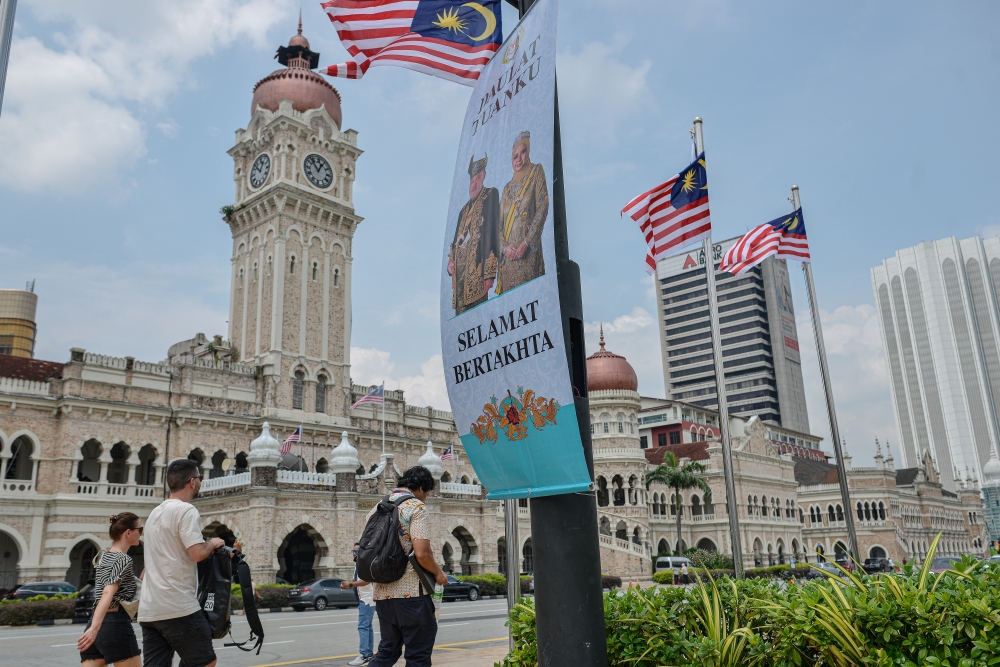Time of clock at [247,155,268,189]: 12:52
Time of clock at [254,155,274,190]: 12:52
